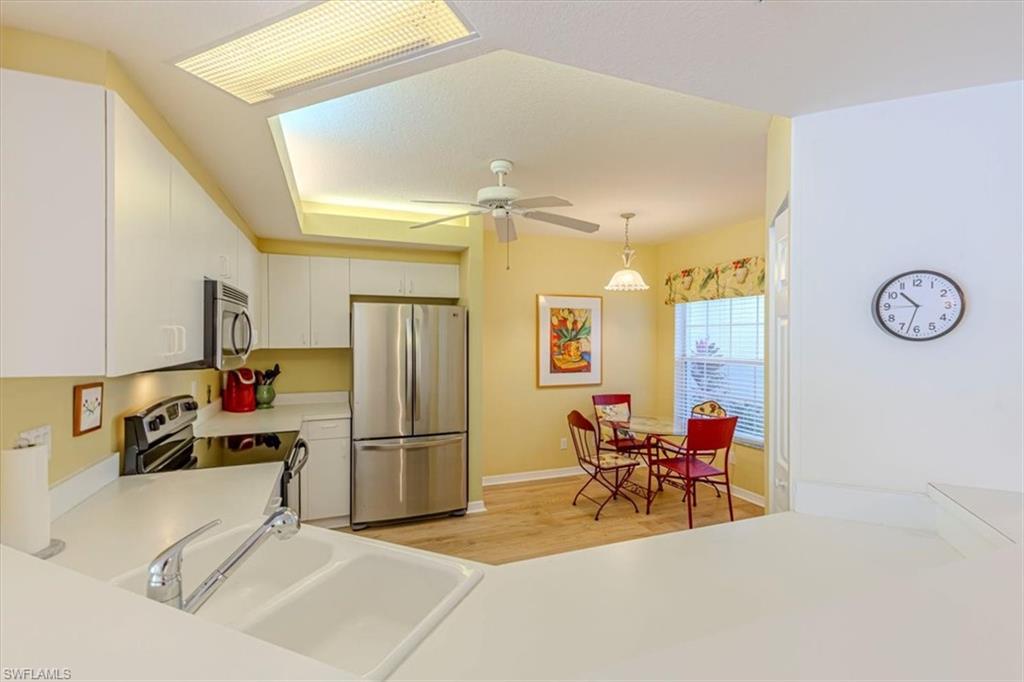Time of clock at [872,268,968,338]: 10:32
